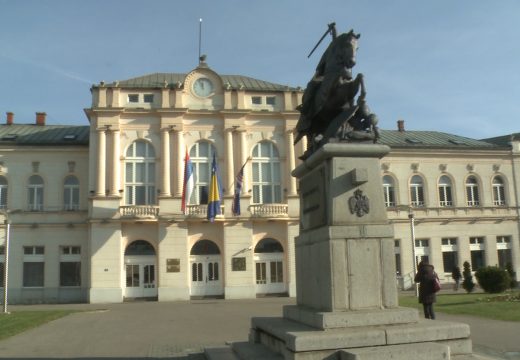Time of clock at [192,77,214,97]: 11:55
